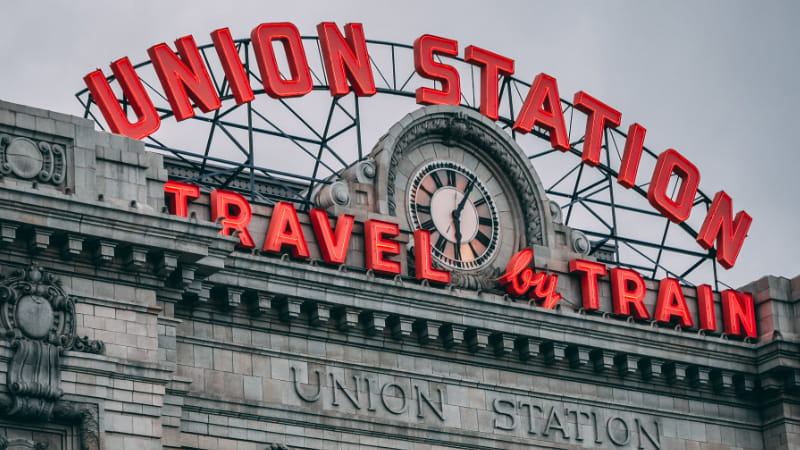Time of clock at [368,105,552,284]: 6:05
